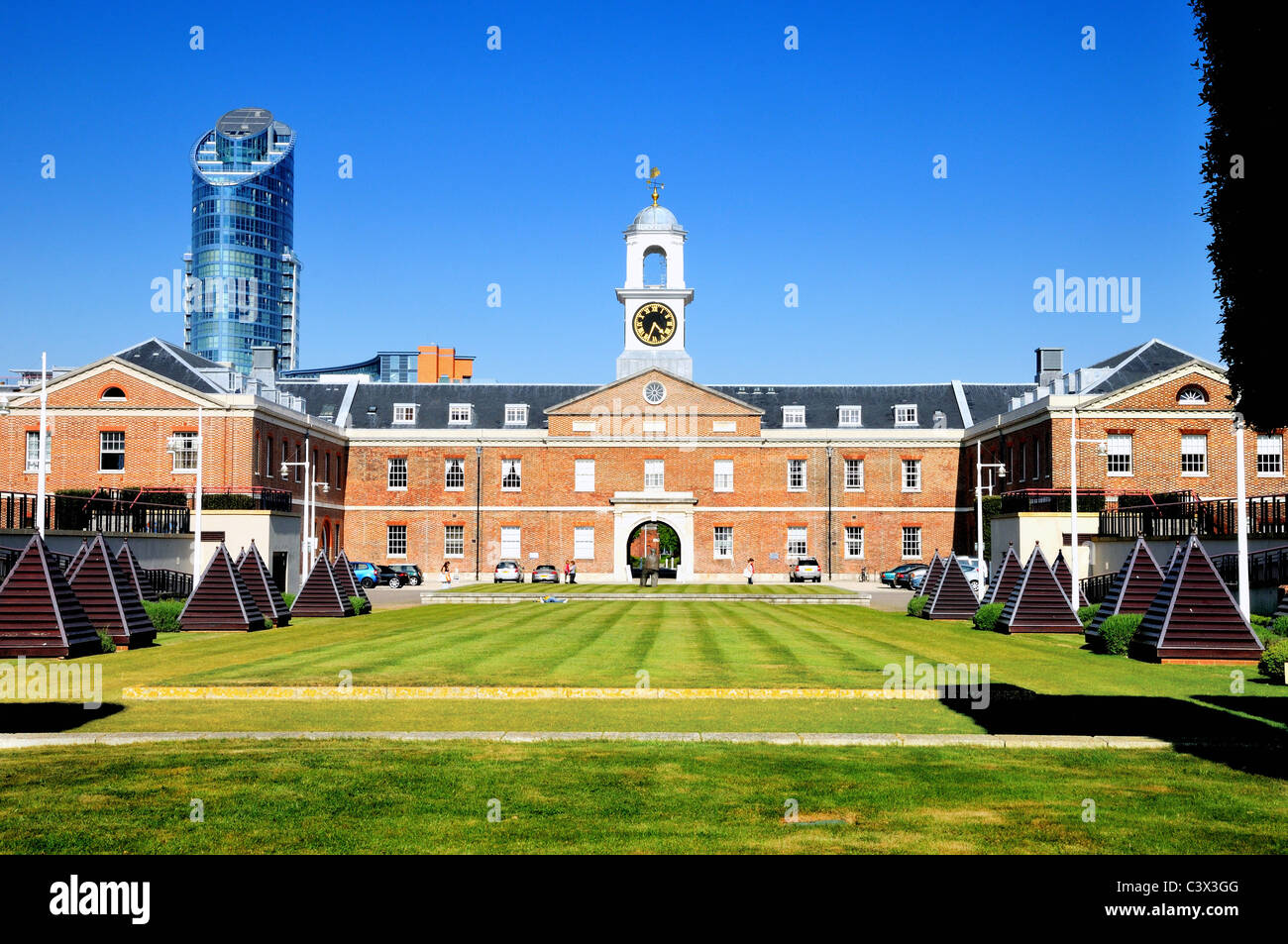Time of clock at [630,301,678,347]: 4:34
